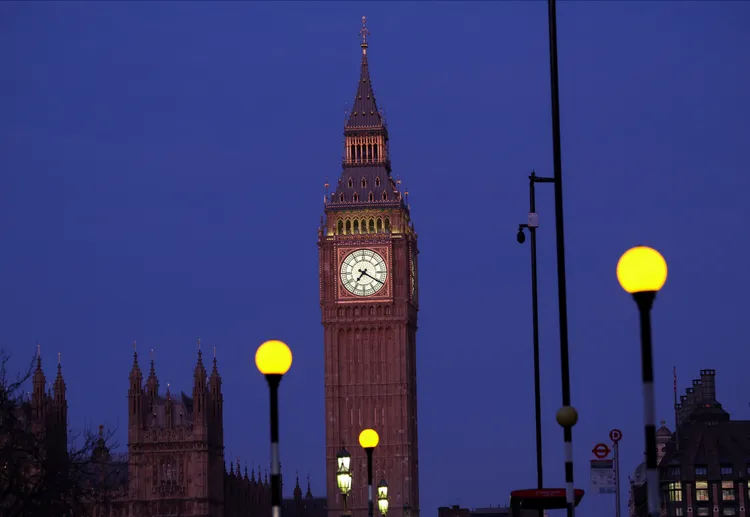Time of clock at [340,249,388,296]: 7:20
